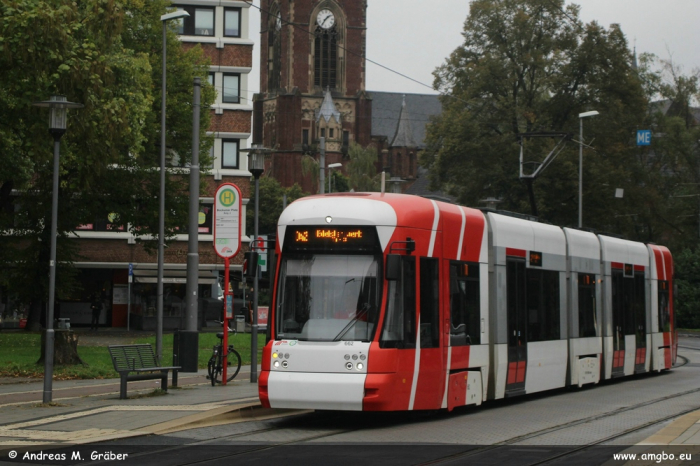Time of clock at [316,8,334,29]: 1:35
